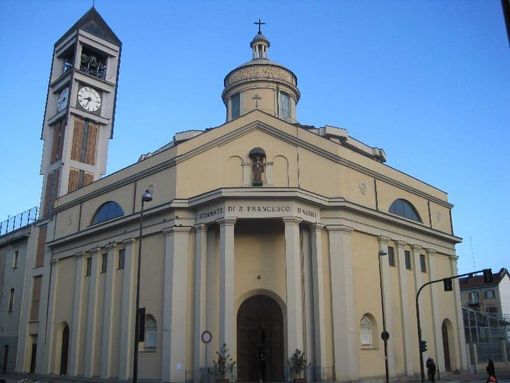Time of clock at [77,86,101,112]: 8:33
